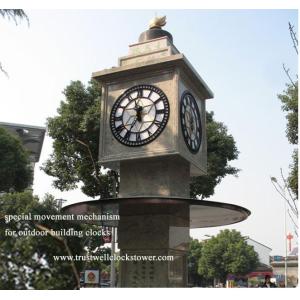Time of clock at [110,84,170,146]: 11:35
